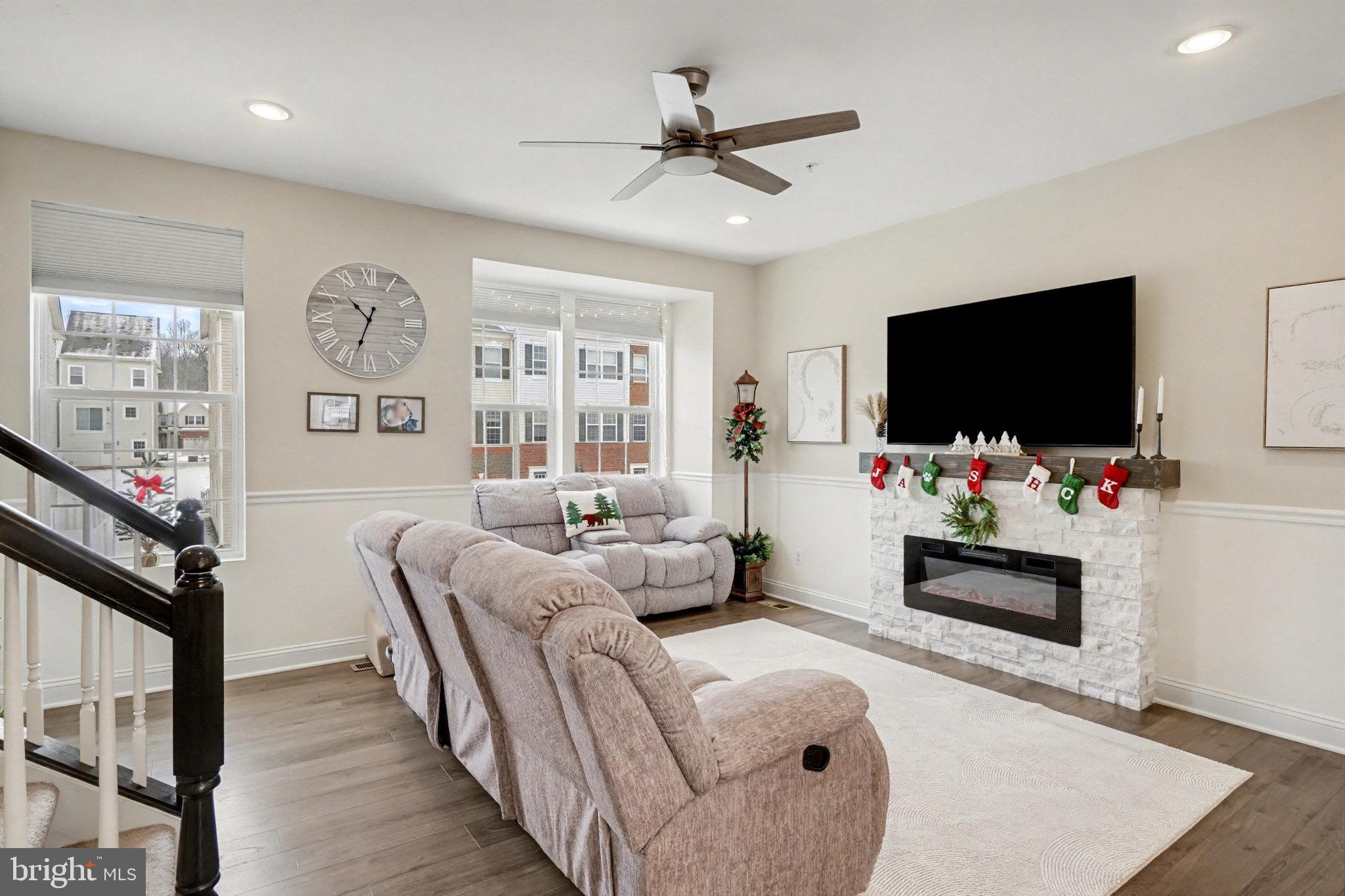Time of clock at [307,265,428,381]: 10:33
